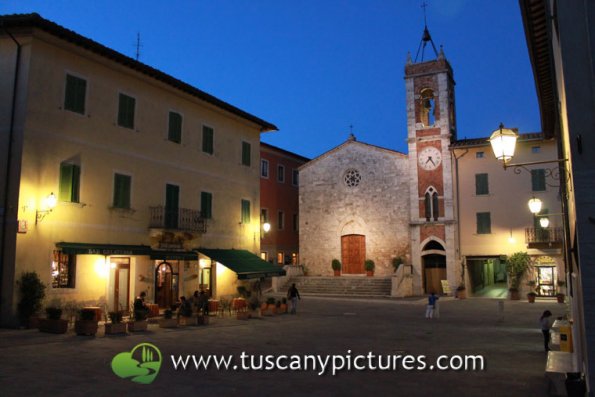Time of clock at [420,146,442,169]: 7:24
